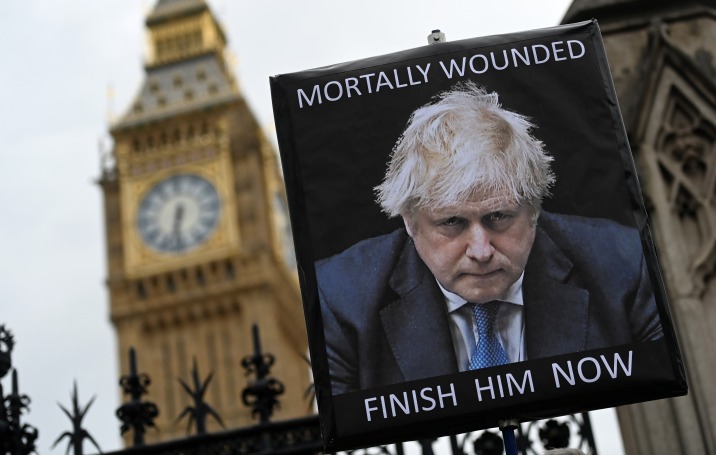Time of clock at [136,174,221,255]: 6:32
